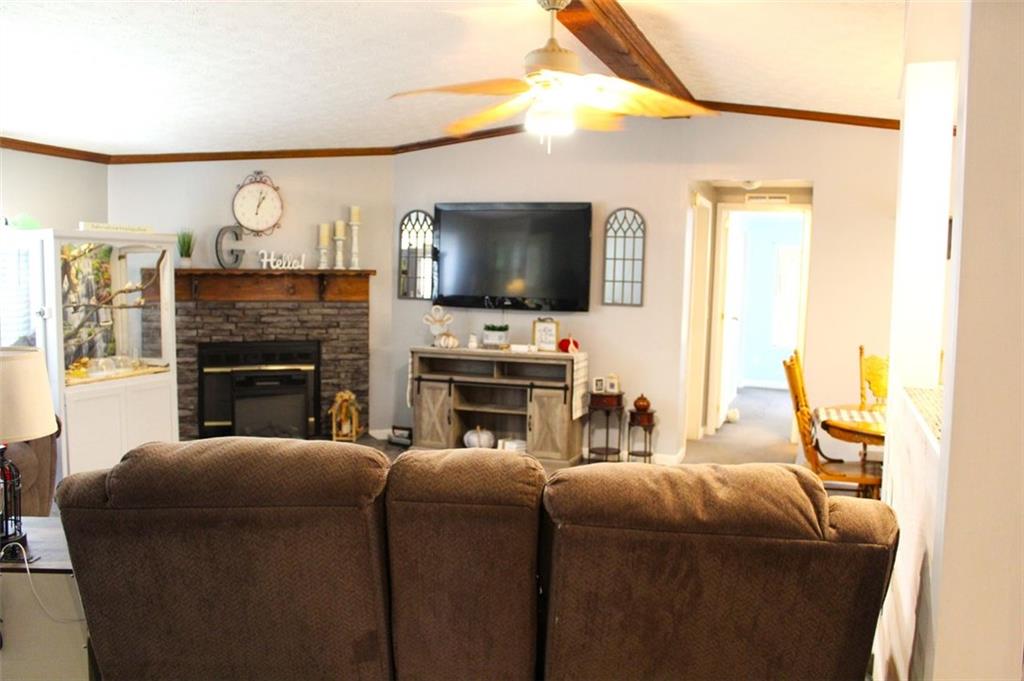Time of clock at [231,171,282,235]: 1:02
